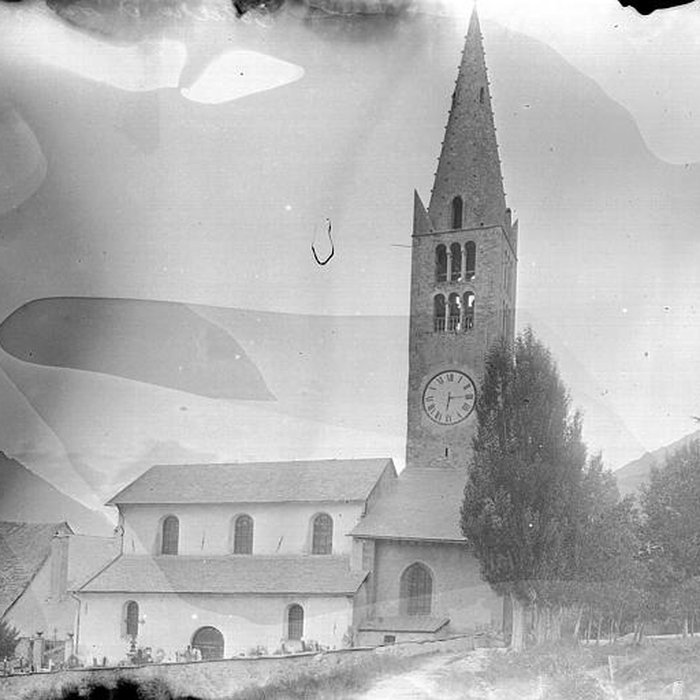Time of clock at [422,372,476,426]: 6:14
